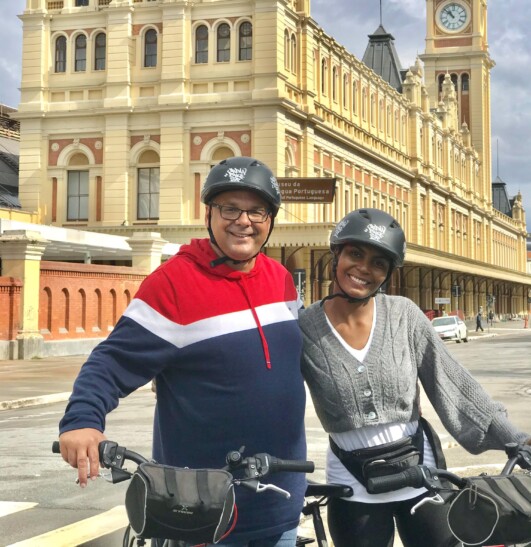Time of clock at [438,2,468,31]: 10:52
